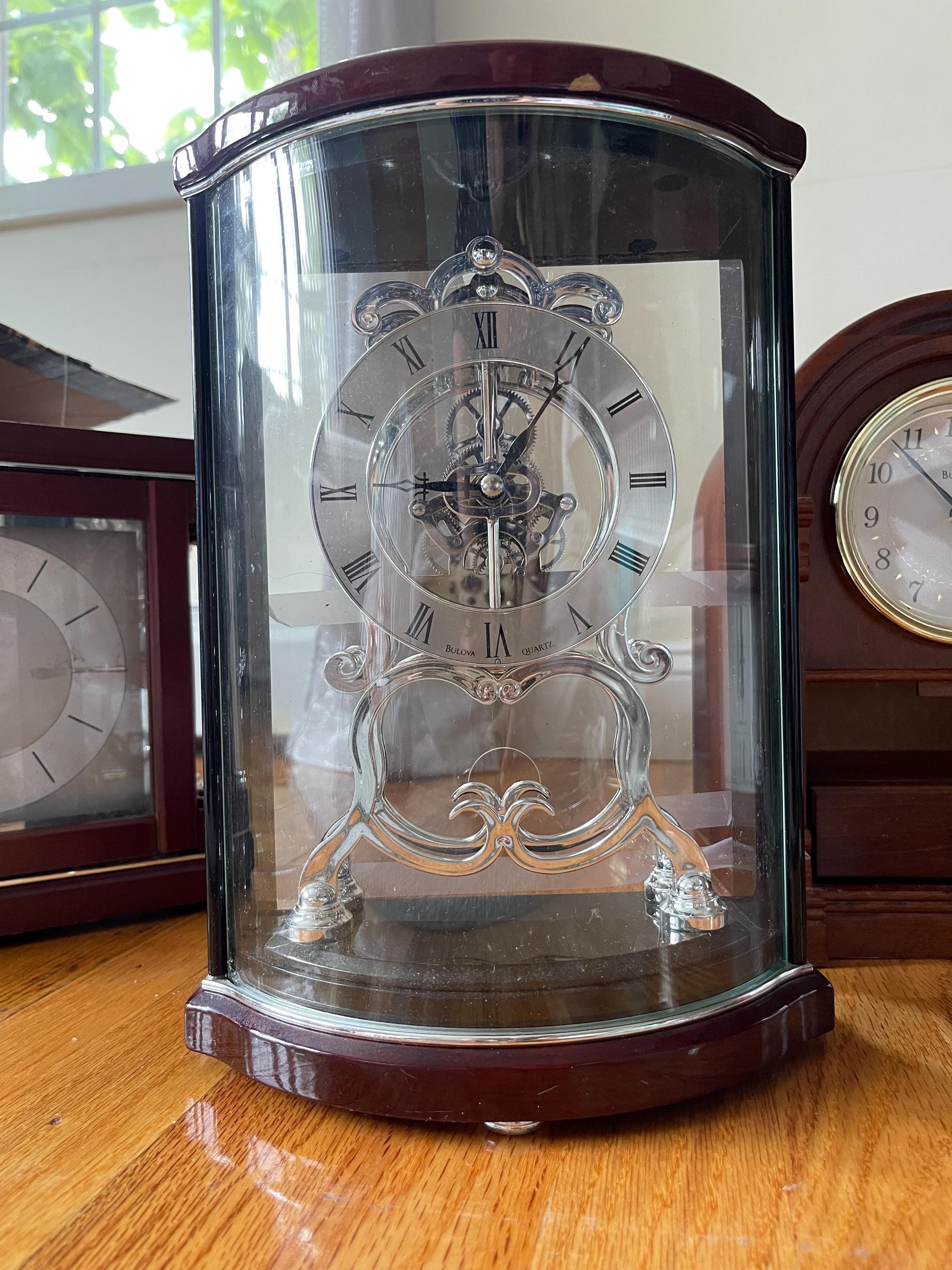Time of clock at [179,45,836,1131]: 8:59
